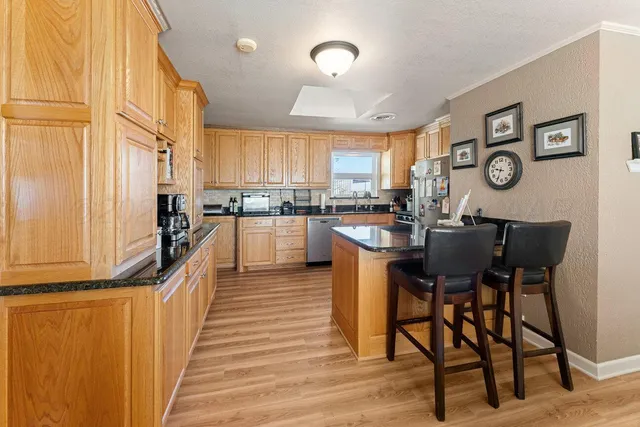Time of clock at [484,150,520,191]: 9:34
